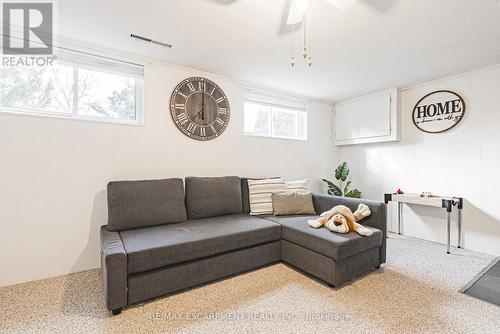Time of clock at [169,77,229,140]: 6:00
